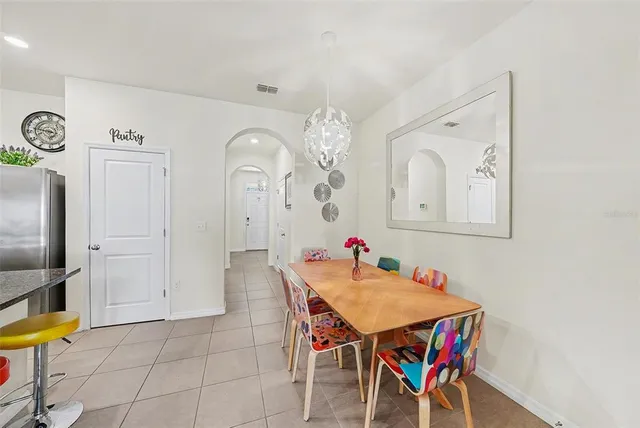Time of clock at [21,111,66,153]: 3:47
